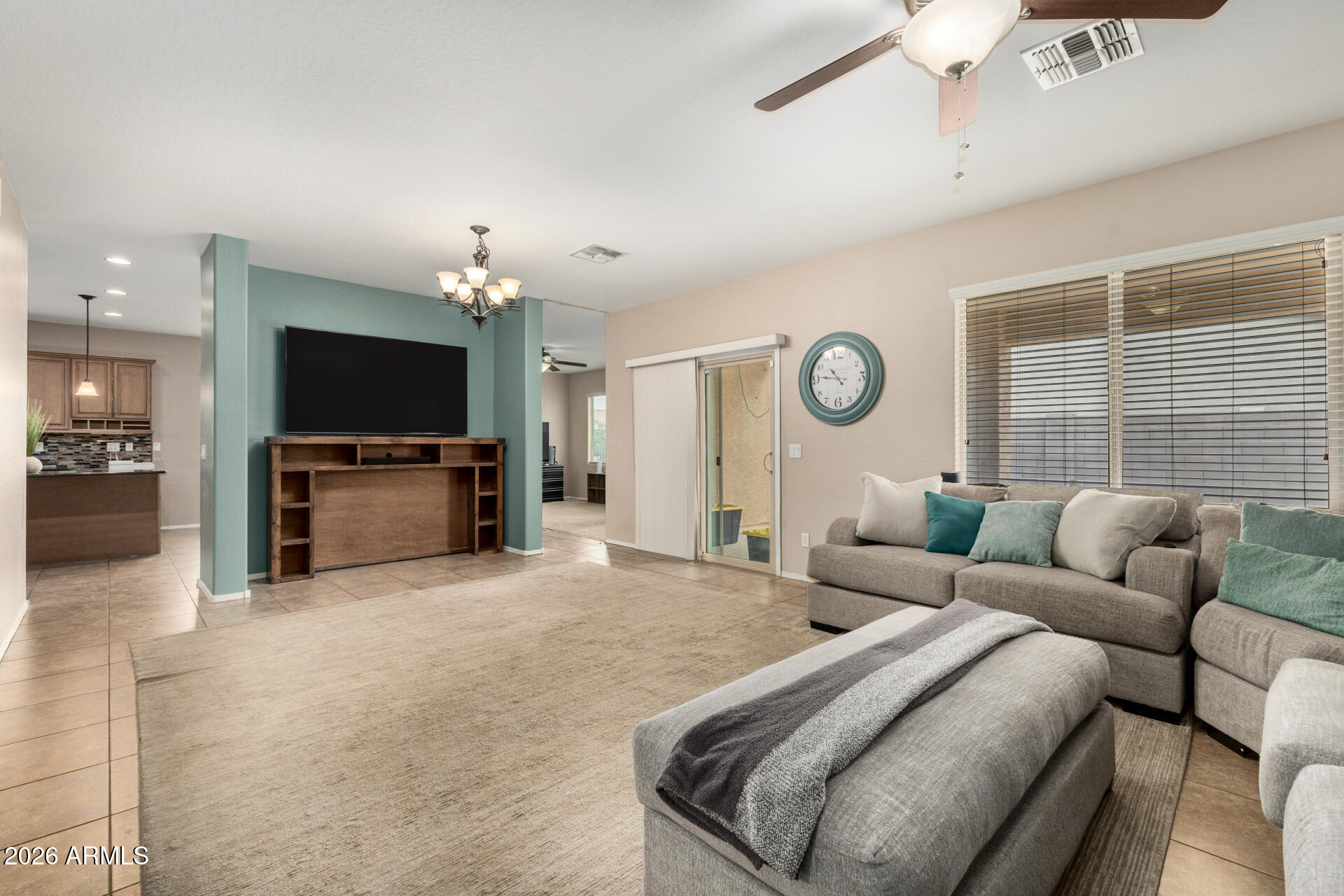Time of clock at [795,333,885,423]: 10:46
